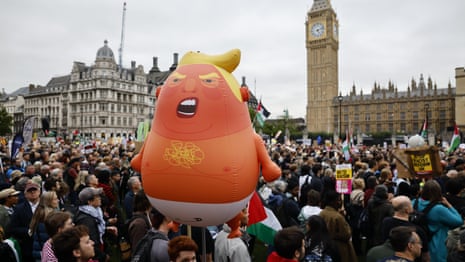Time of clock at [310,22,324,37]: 5:12
